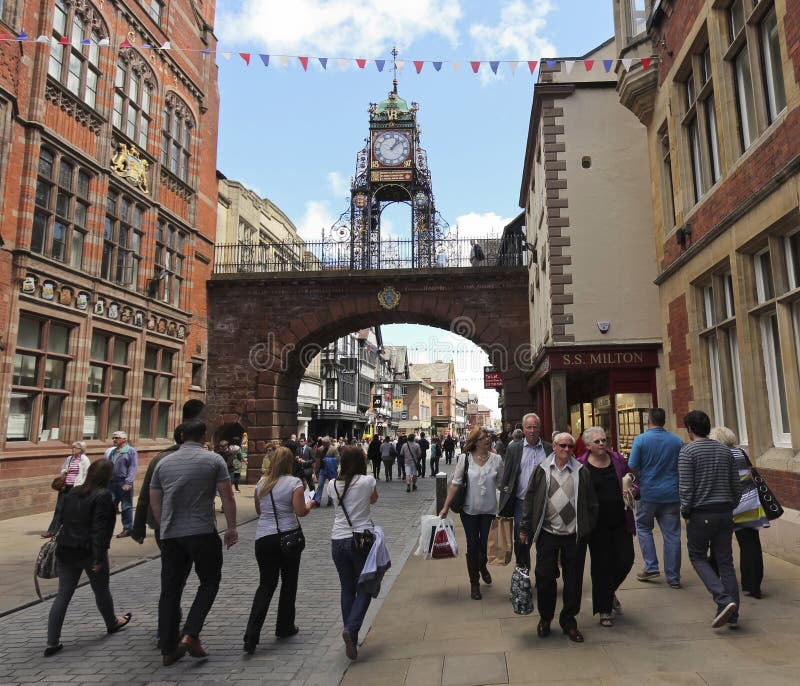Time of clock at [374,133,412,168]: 1:08
